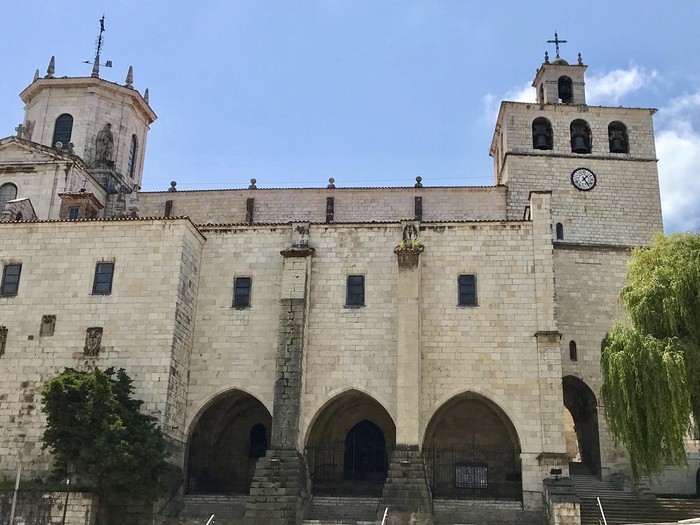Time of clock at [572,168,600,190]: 1:24
